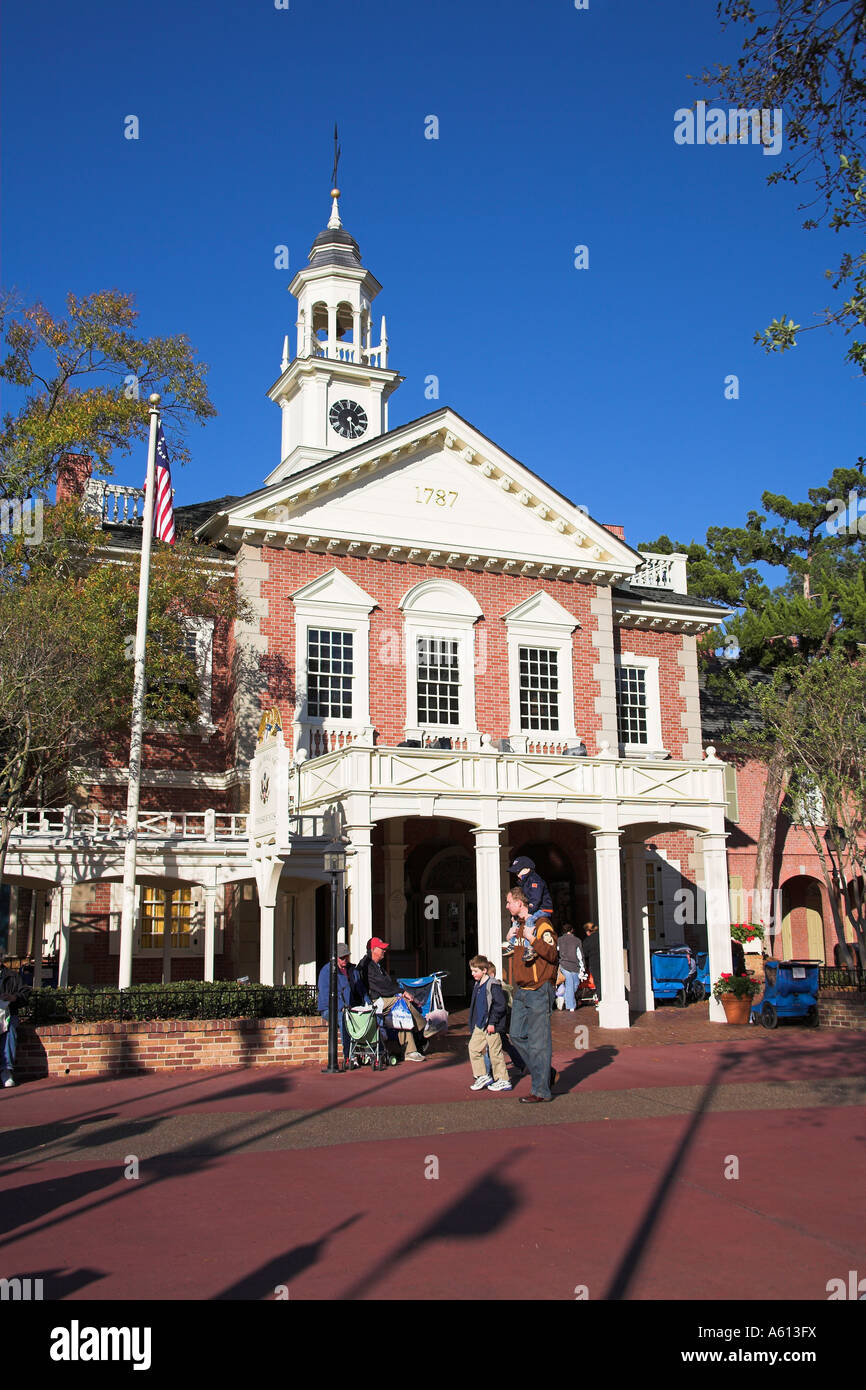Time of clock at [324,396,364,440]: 4:29
